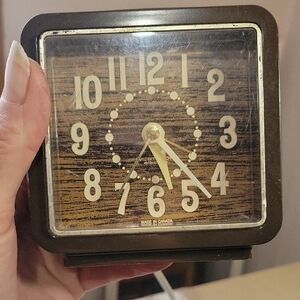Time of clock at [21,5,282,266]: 5:22
